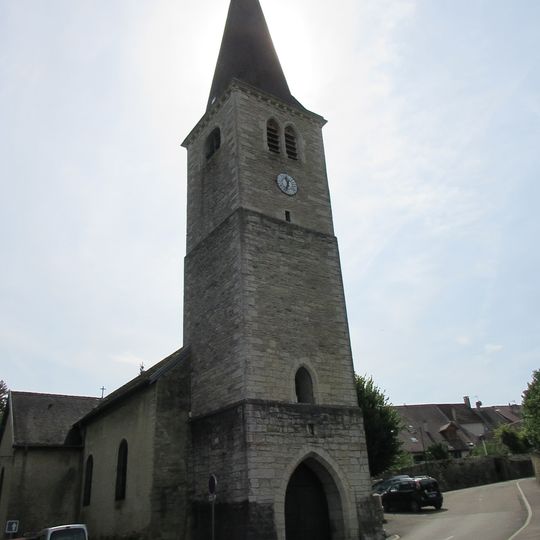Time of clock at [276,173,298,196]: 11:33
